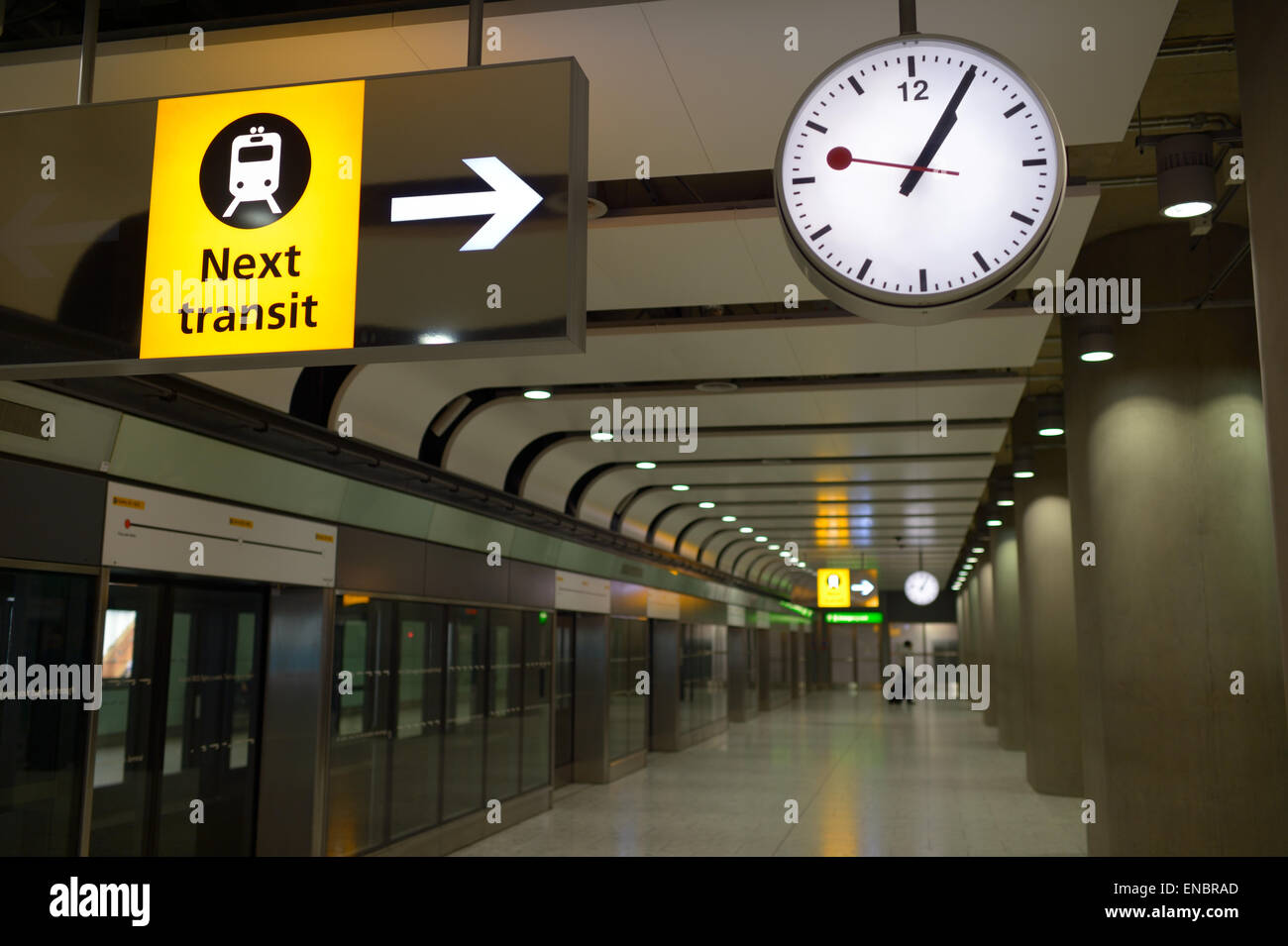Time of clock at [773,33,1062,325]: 1:05
